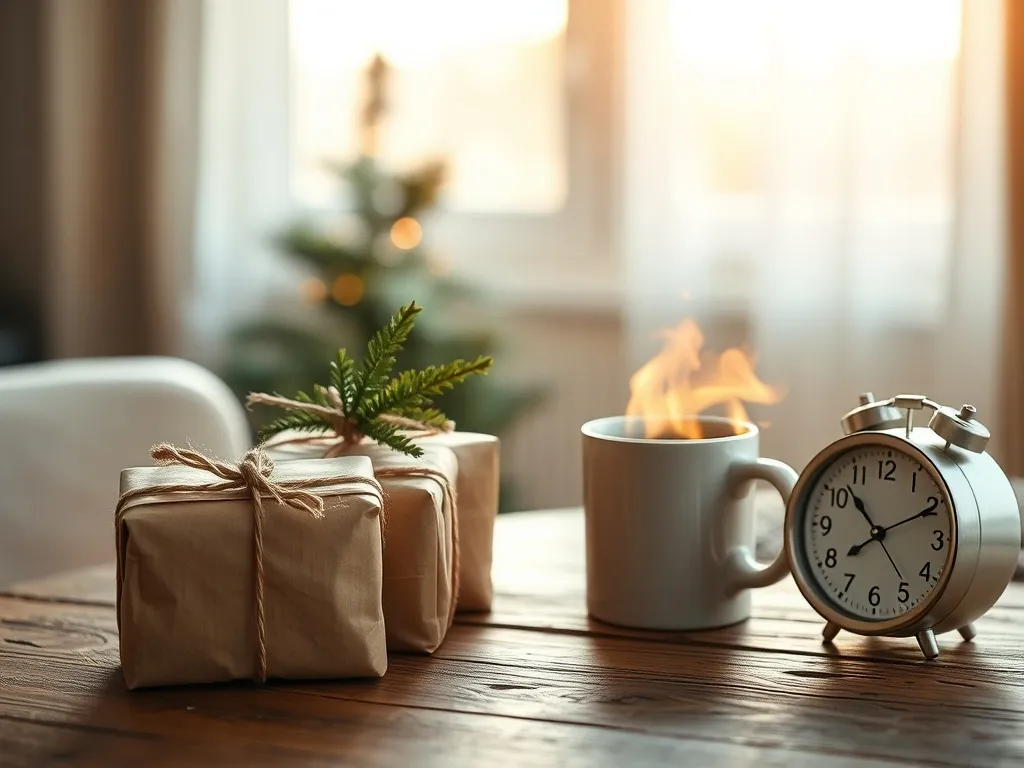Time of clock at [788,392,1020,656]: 7:52
